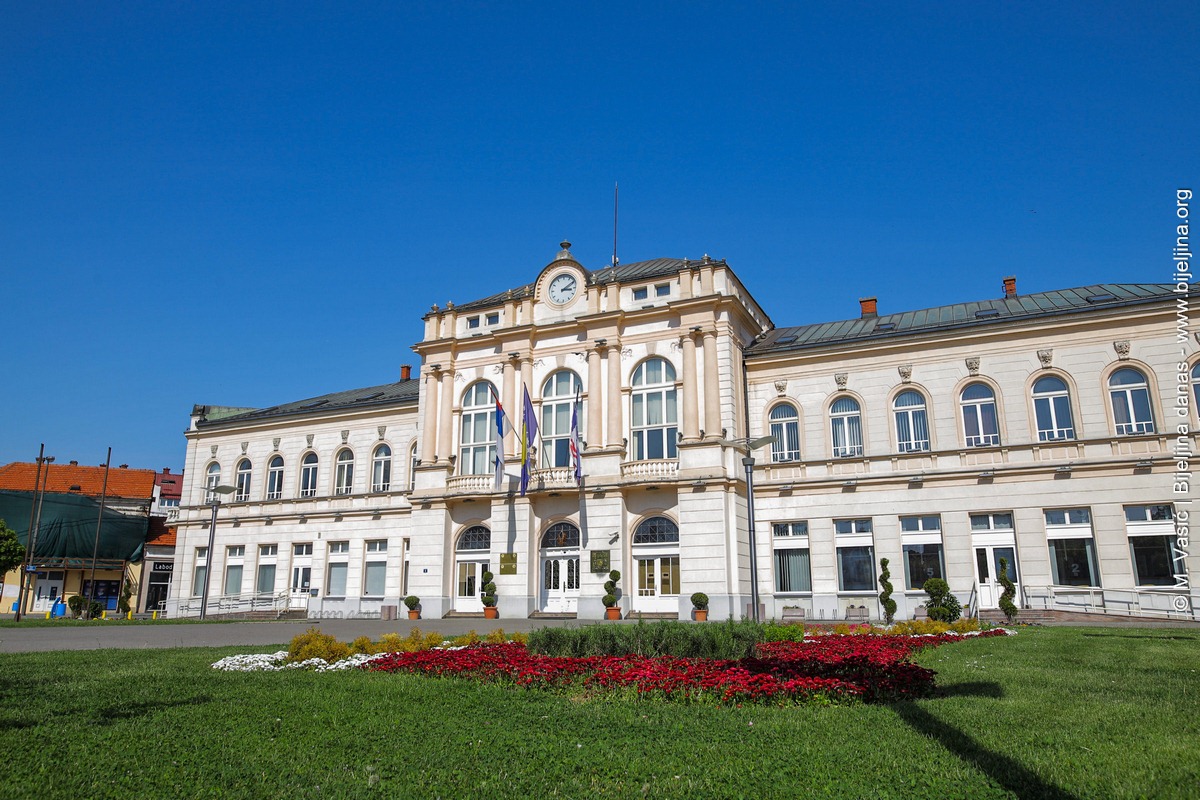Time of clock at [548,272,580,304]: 3:09
